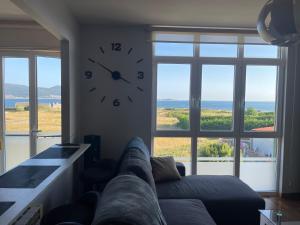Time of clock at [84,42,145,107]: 3:50
